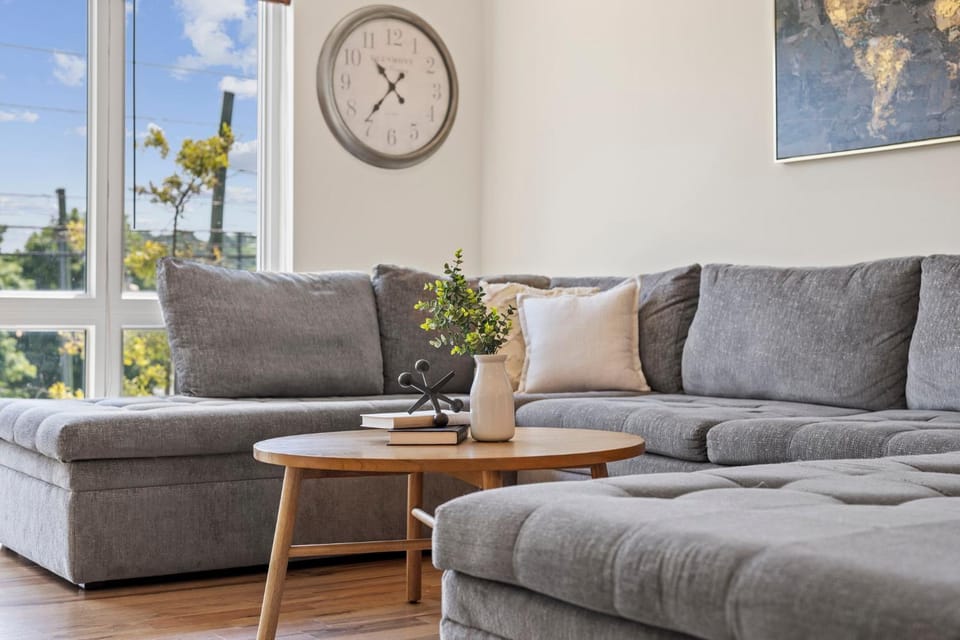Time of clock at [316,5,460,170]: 10:36
